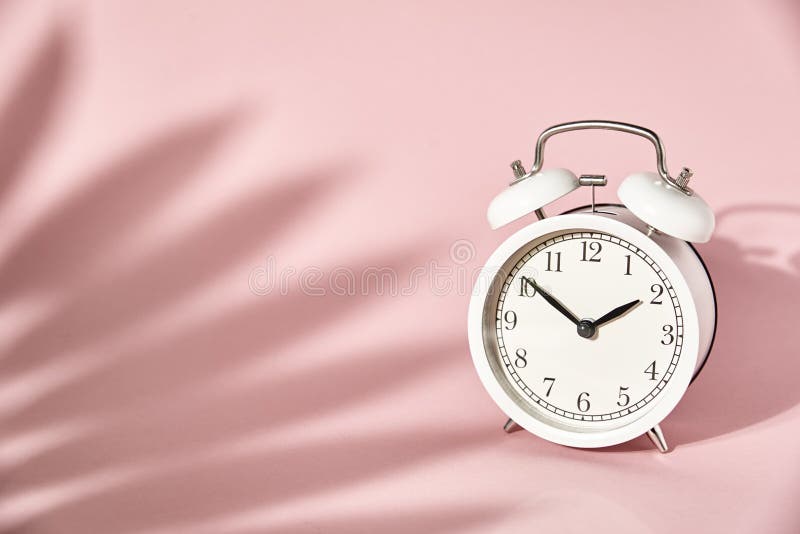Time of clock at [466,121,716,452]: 1:50
